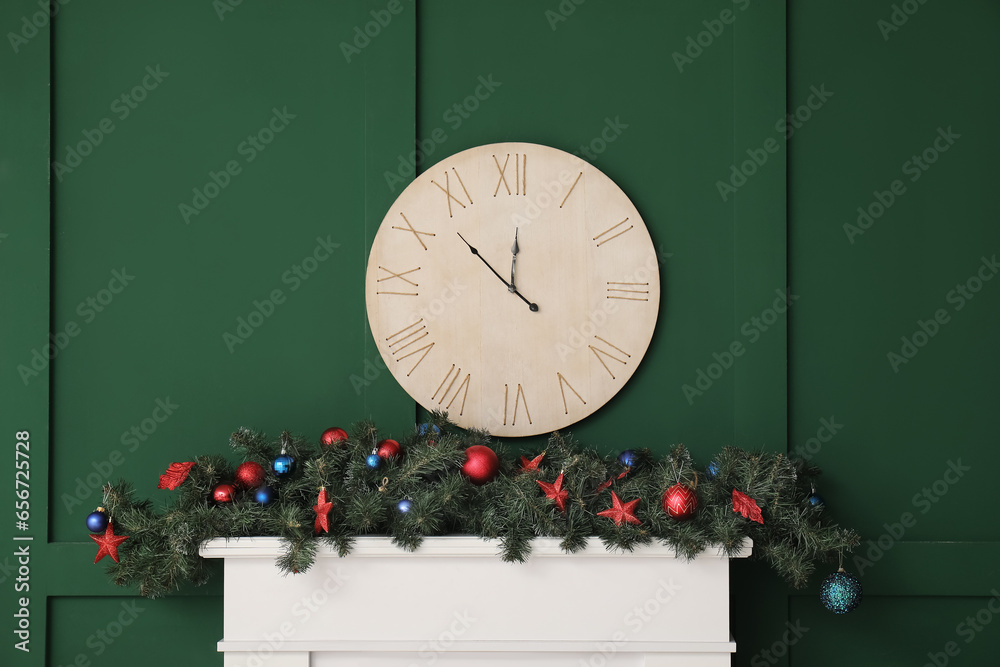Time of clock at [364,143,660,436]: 11:52
